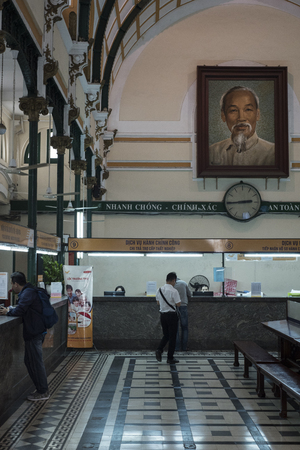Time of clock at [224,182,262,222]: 2:44
